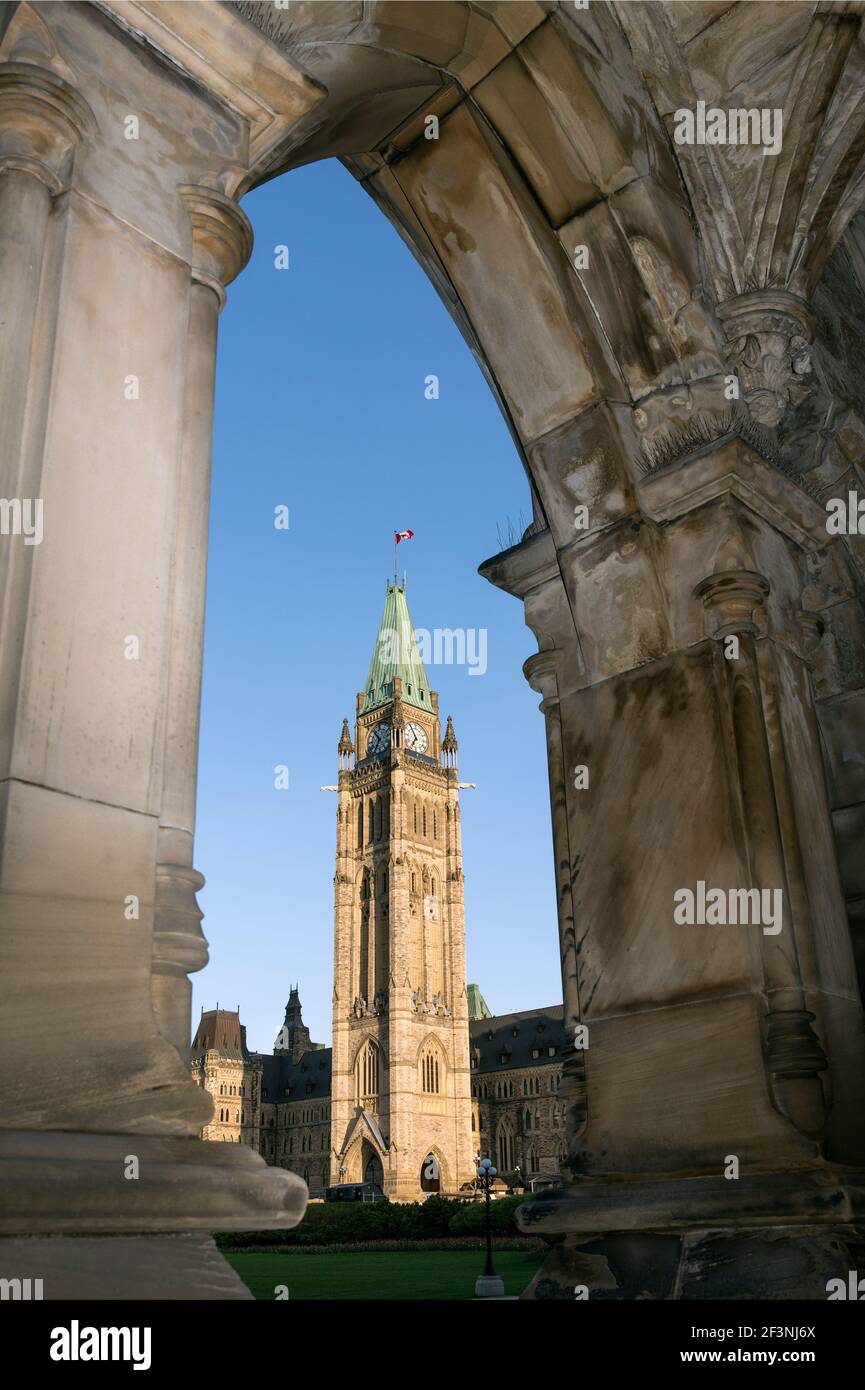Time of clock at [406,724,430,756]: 6:54
